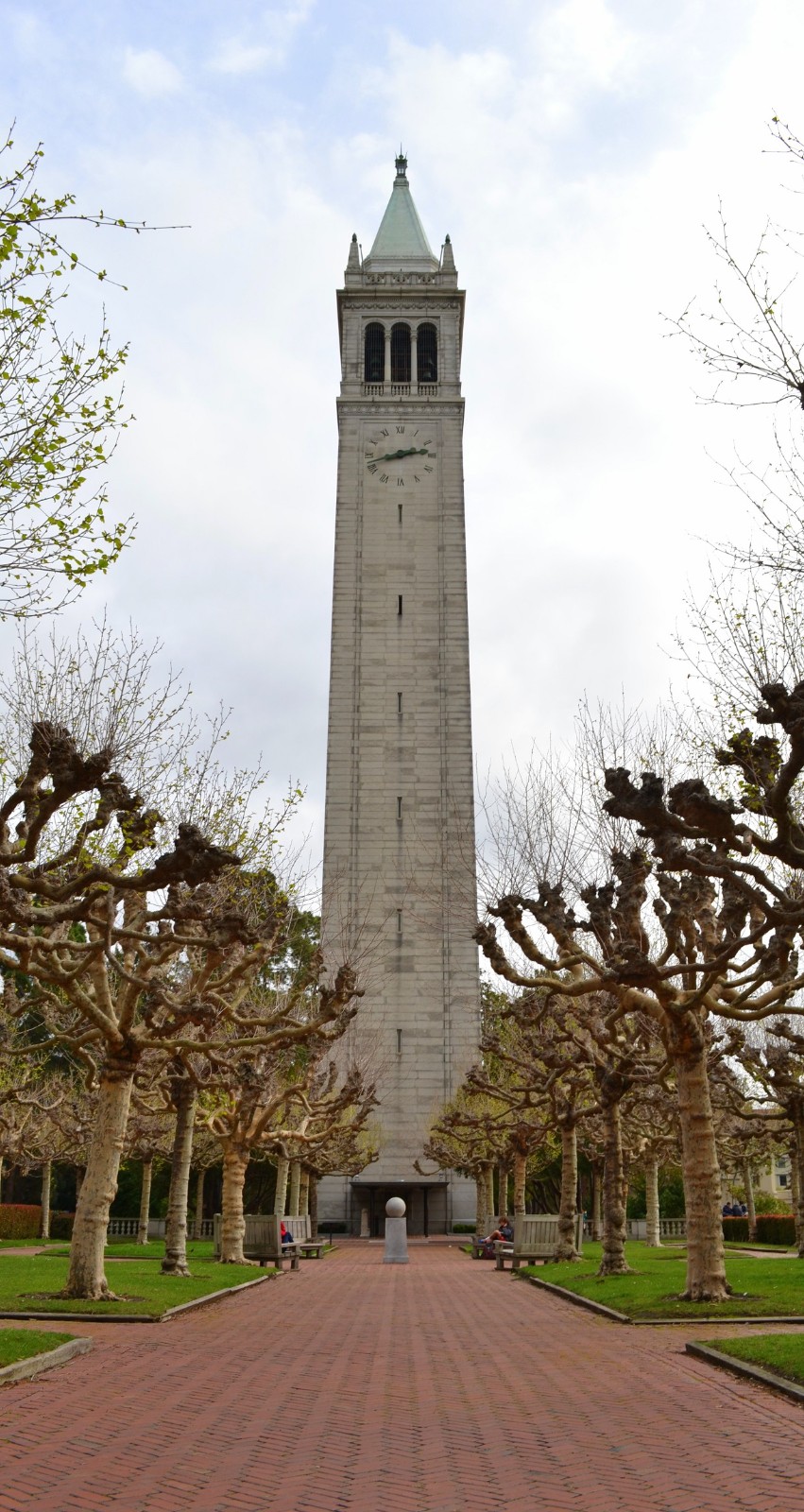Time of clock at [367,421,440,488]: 2:42
